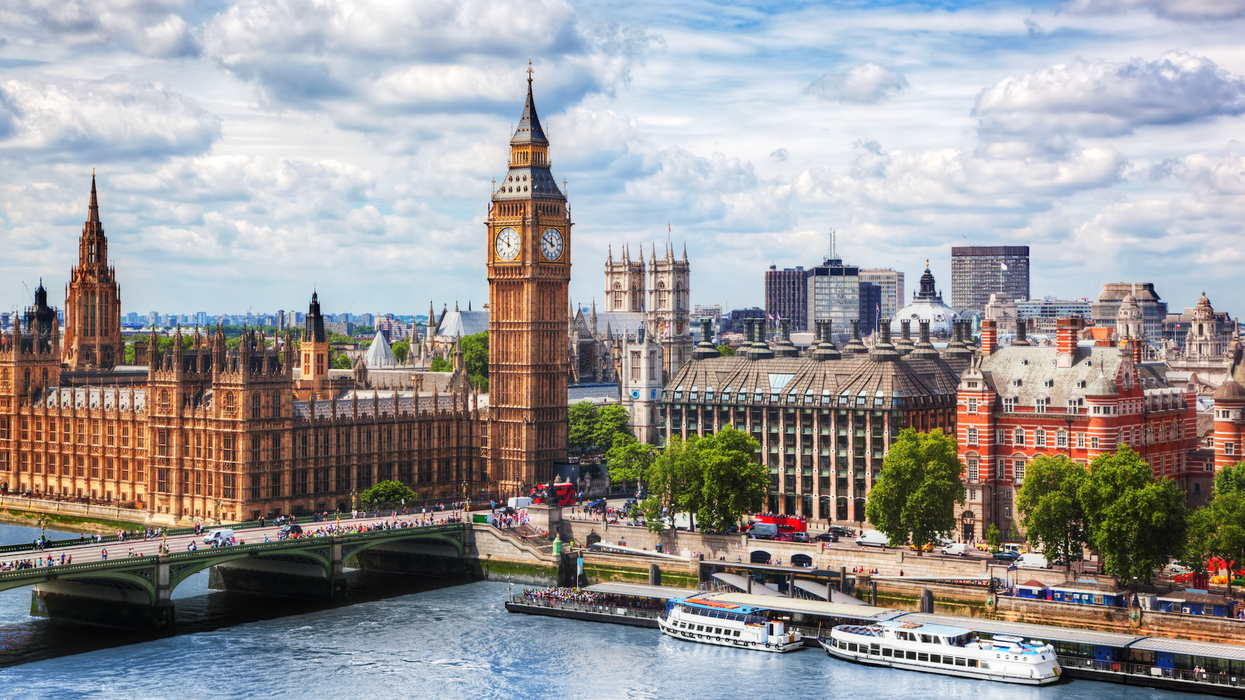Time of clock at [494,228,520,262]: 11:49
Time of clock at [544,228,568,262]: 11:49
